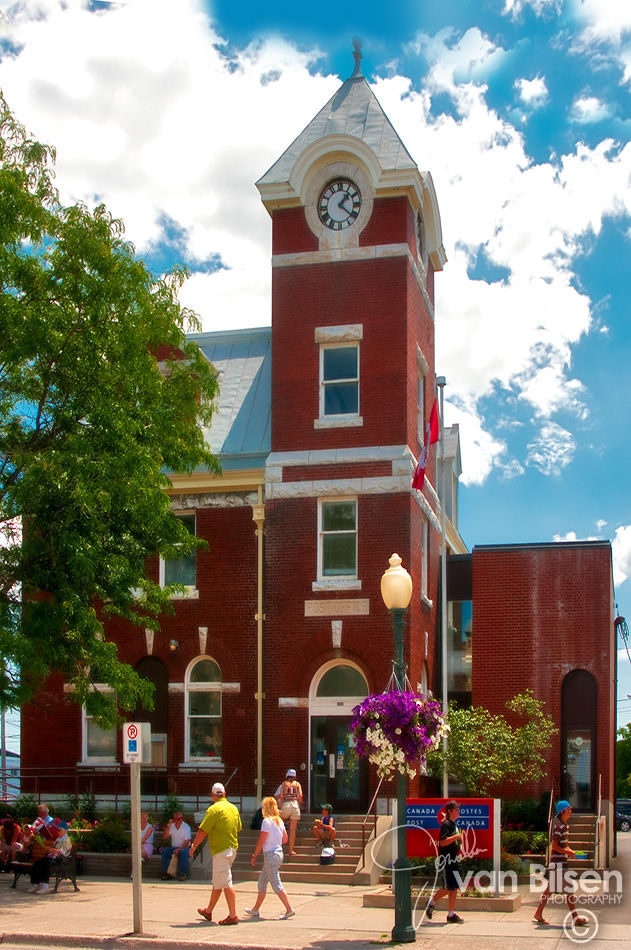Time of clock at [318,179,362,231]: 1:21
